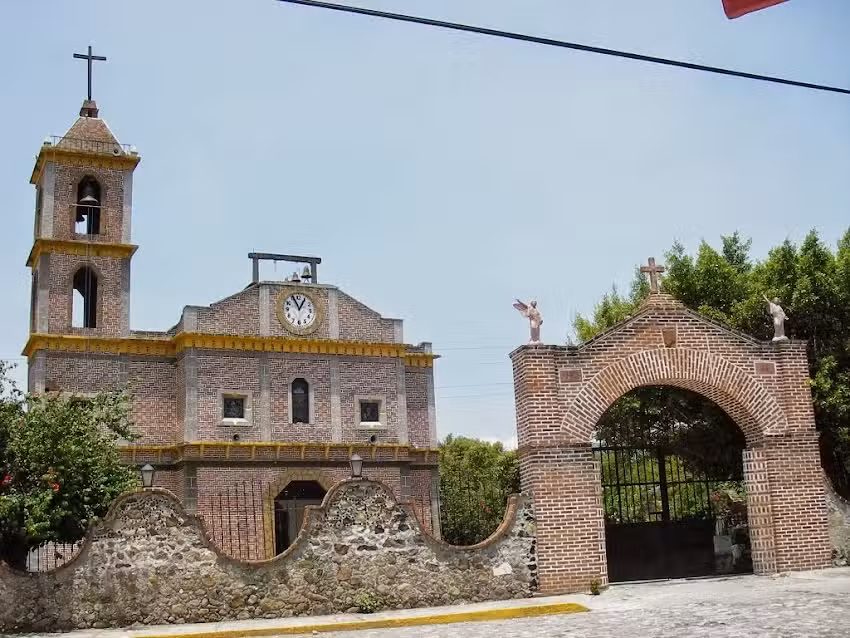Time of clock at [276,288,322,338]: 12:55
